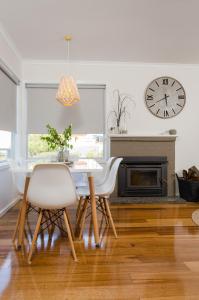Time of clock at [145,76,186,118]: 5:40
